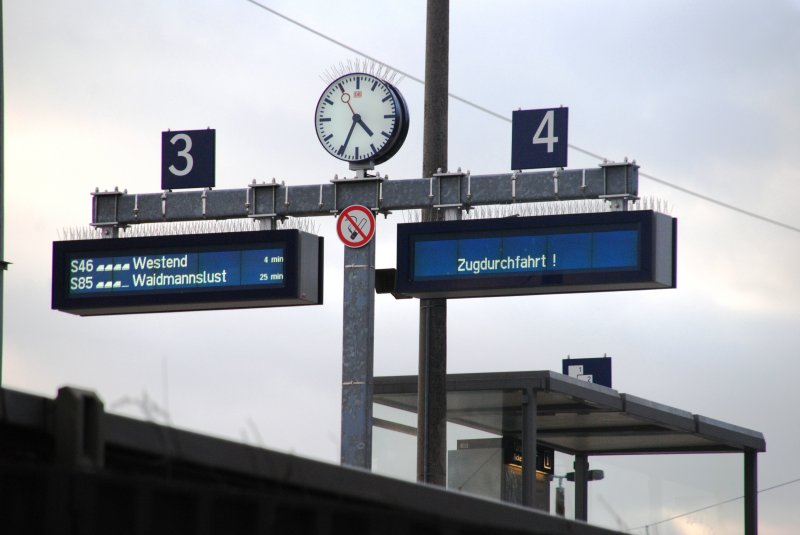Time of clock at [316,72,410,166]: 4:34
